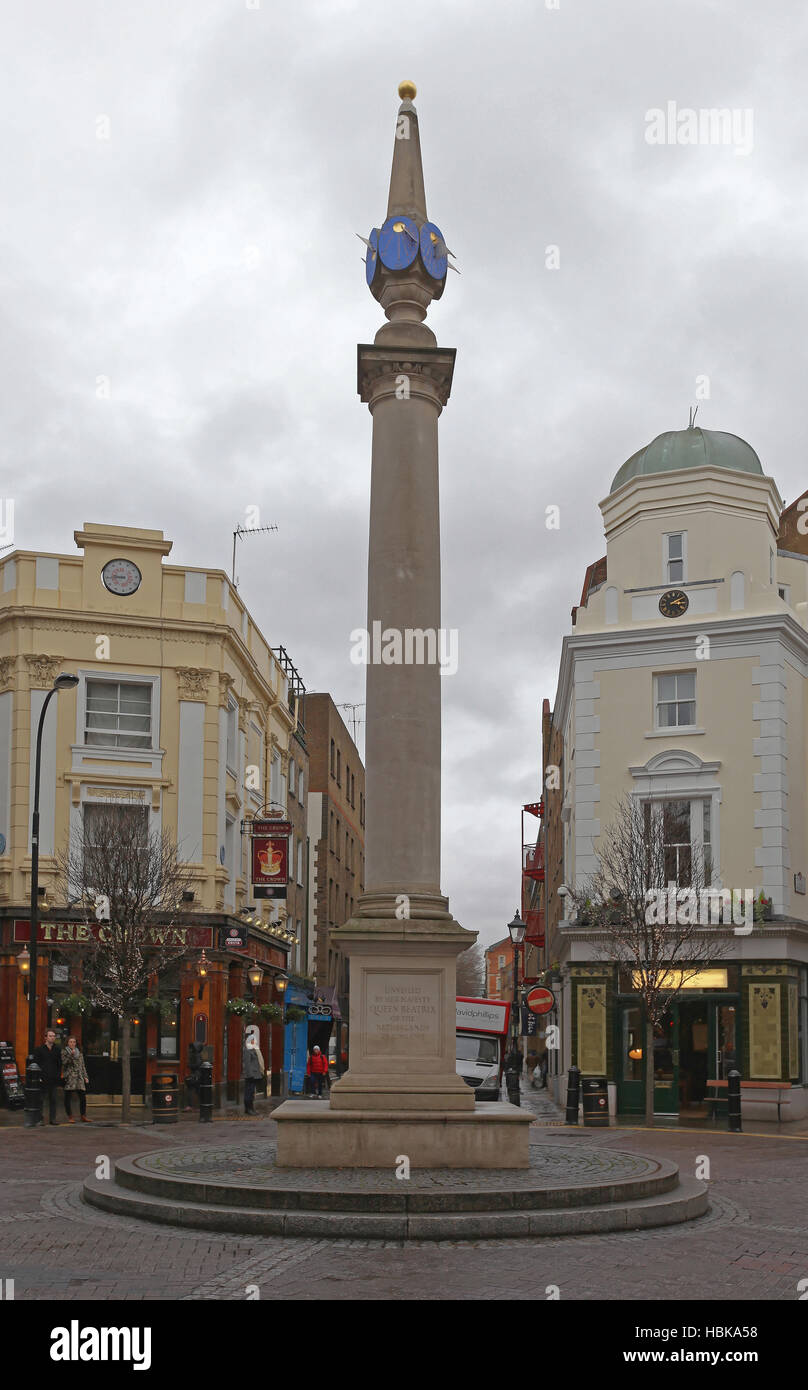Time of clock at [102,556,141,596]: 9:45
